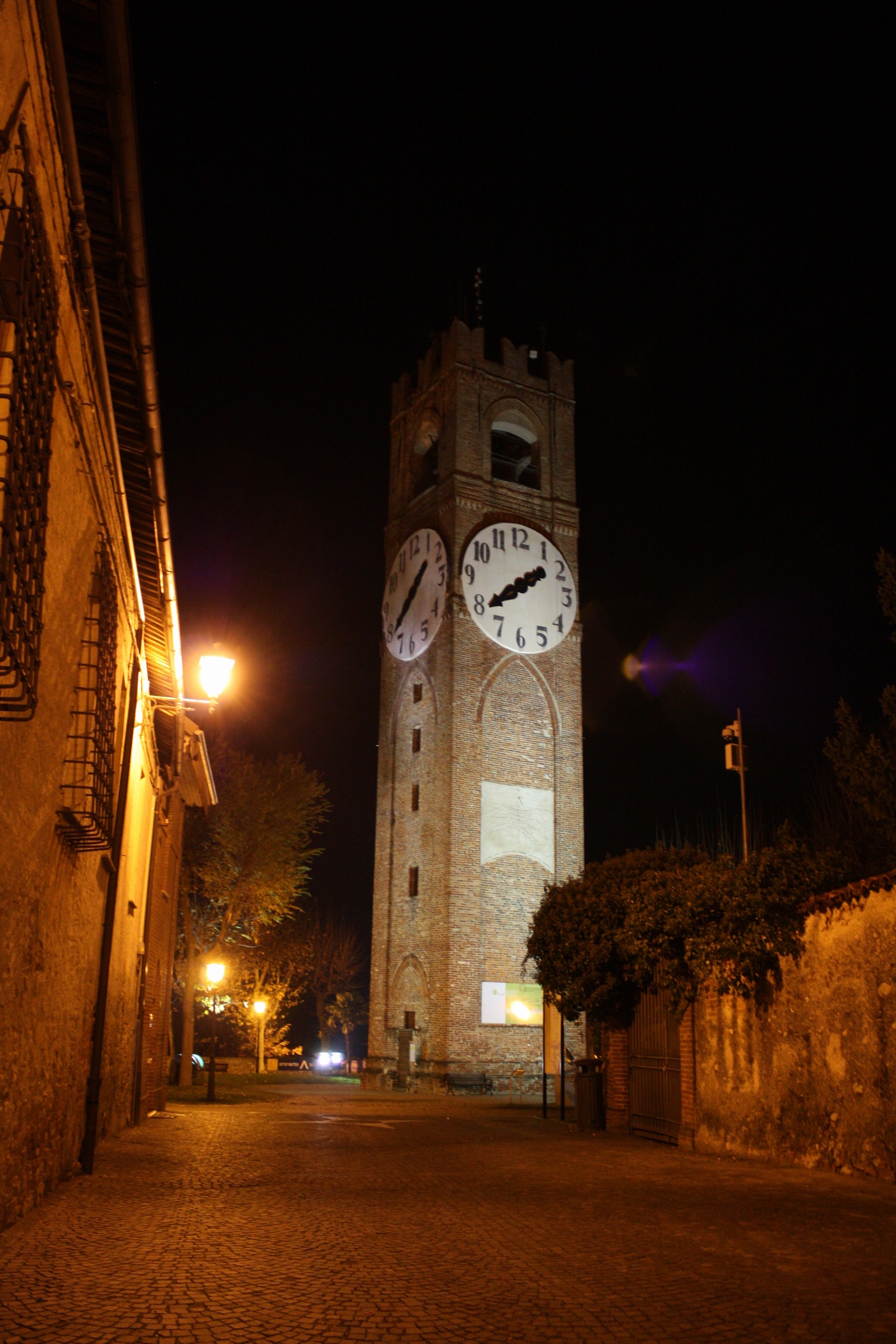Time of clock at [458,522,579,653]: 1:38
